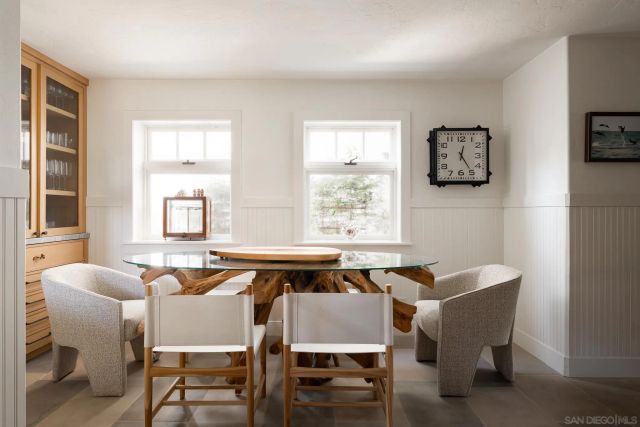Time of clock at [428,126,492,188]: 12:24
